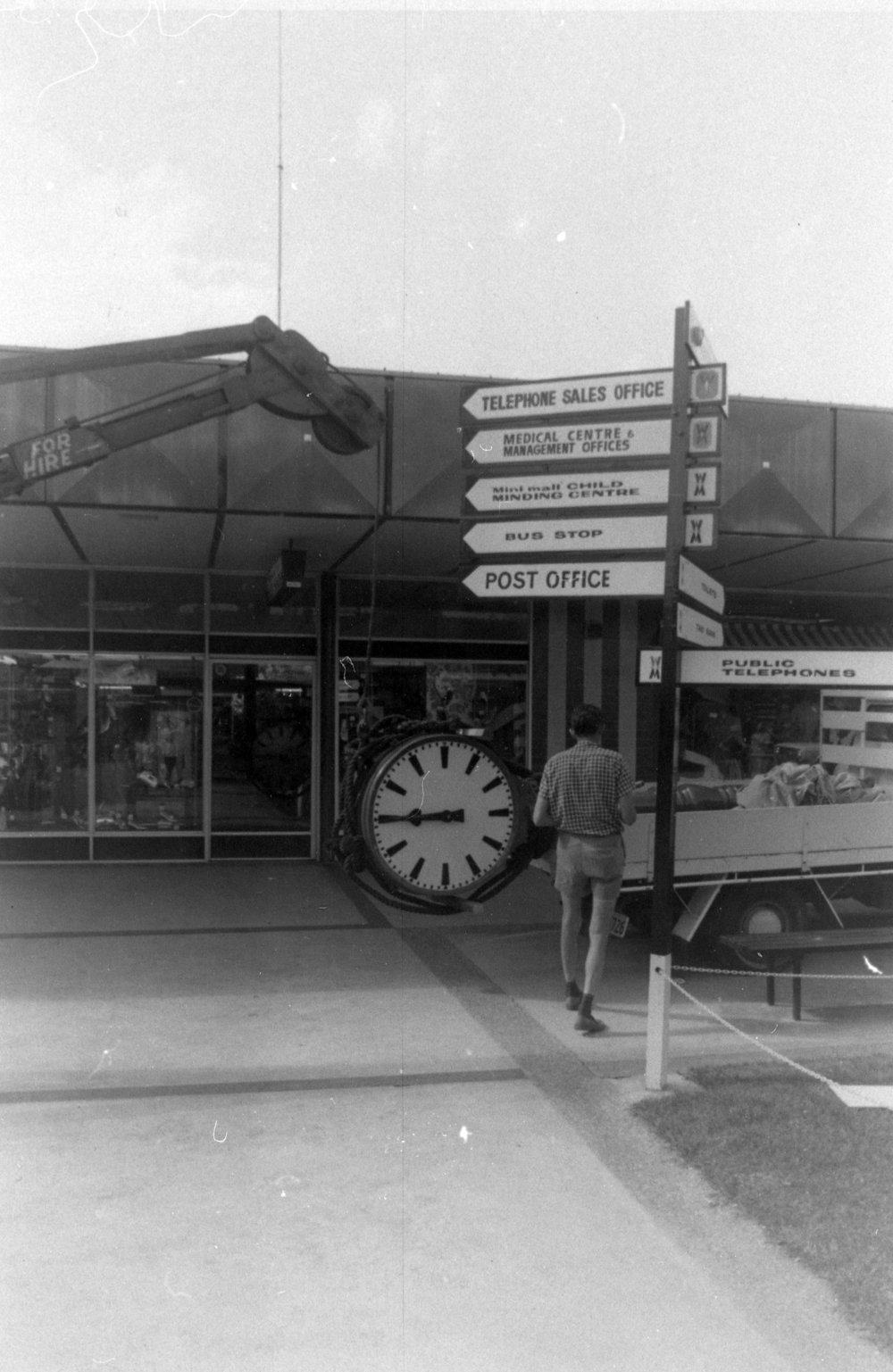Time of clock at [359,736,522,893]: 8:45
